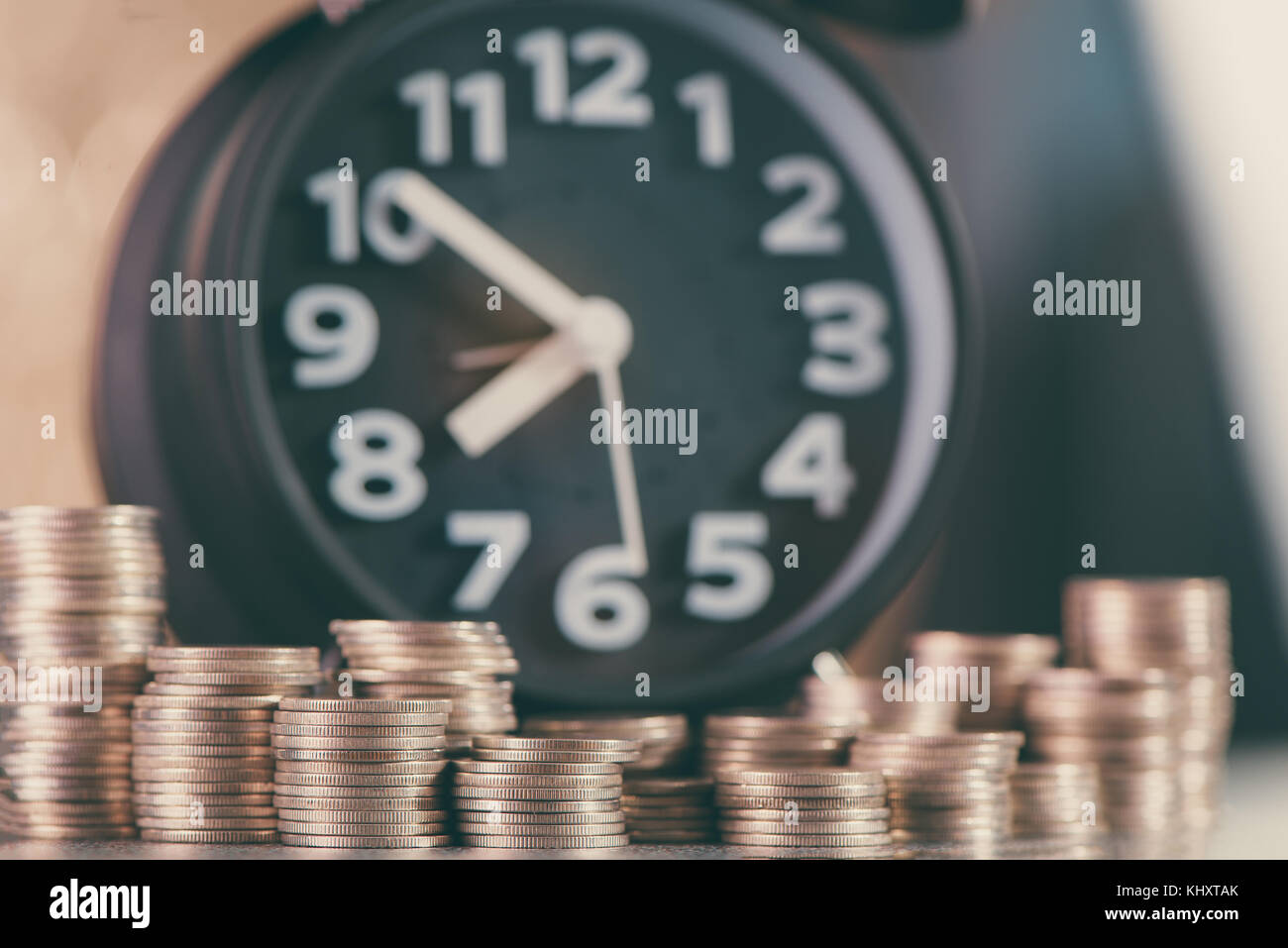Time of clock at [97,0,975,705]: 7:51
